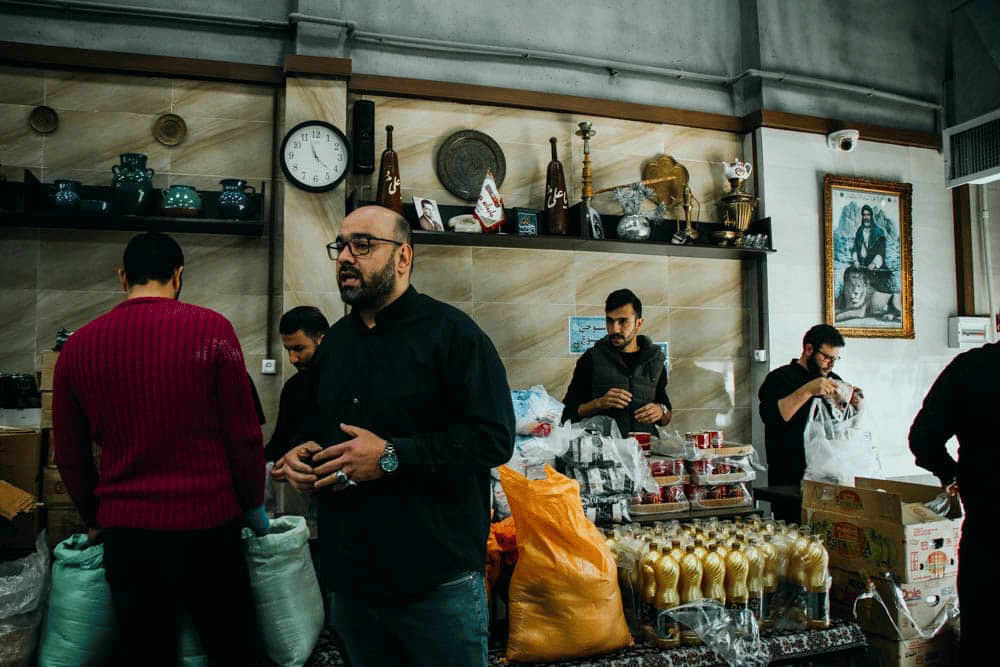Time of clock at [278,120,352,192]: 11:22
